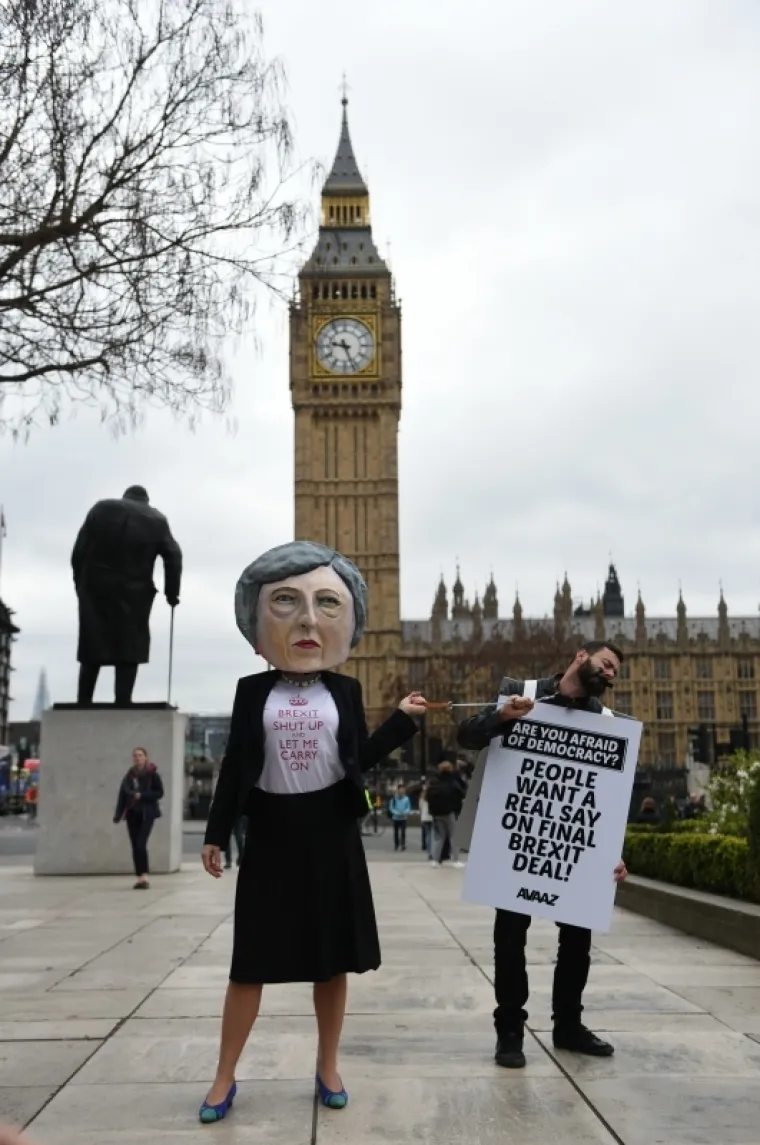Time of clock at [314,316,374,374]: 9:26
